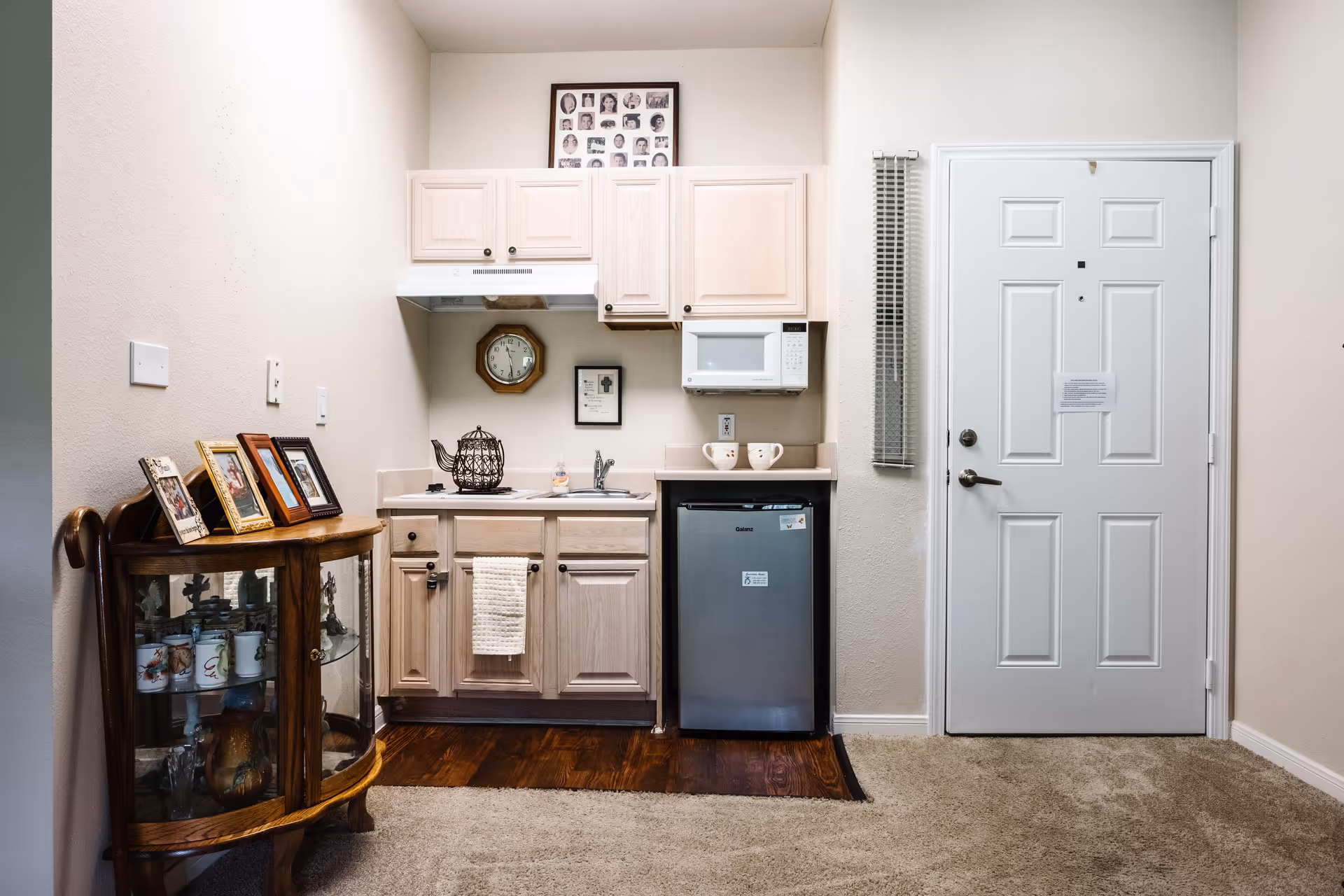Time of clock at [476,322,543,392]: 11:28
